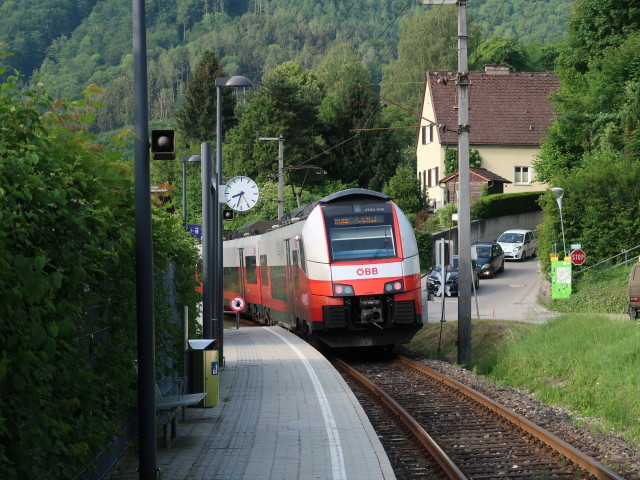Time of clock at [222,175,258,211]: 8:32
